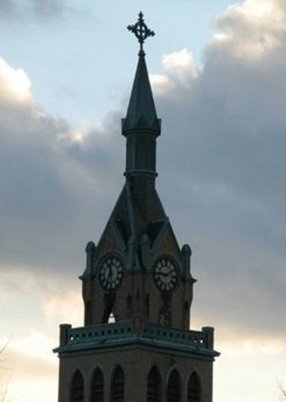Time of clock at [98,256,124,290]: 11:35
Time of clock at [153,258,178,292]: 9:10
